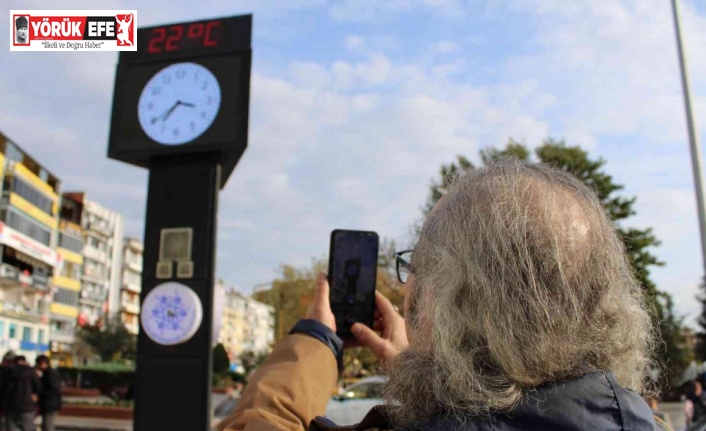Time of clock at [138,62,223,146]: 3:37
